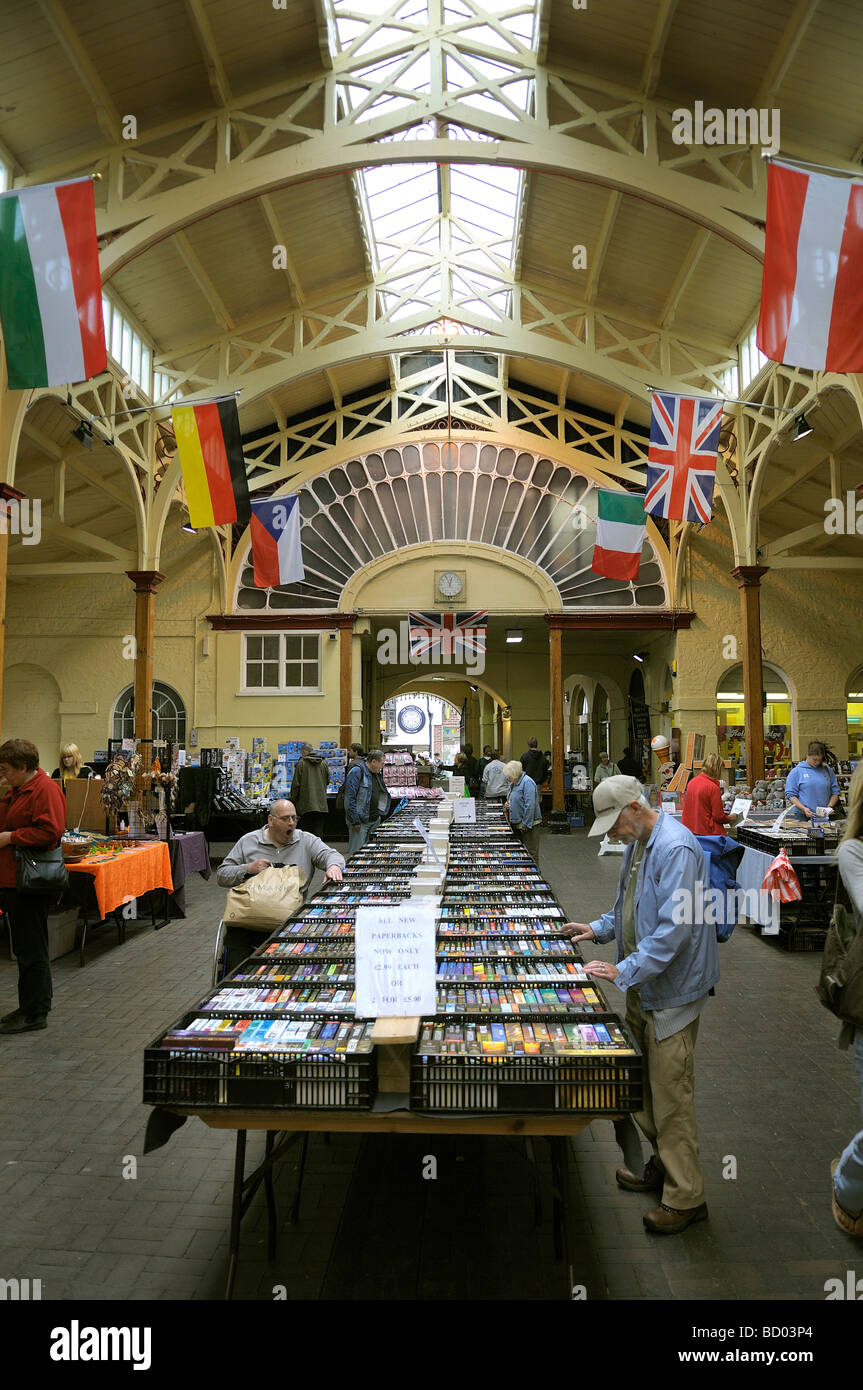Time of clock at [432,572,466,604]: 11:55
